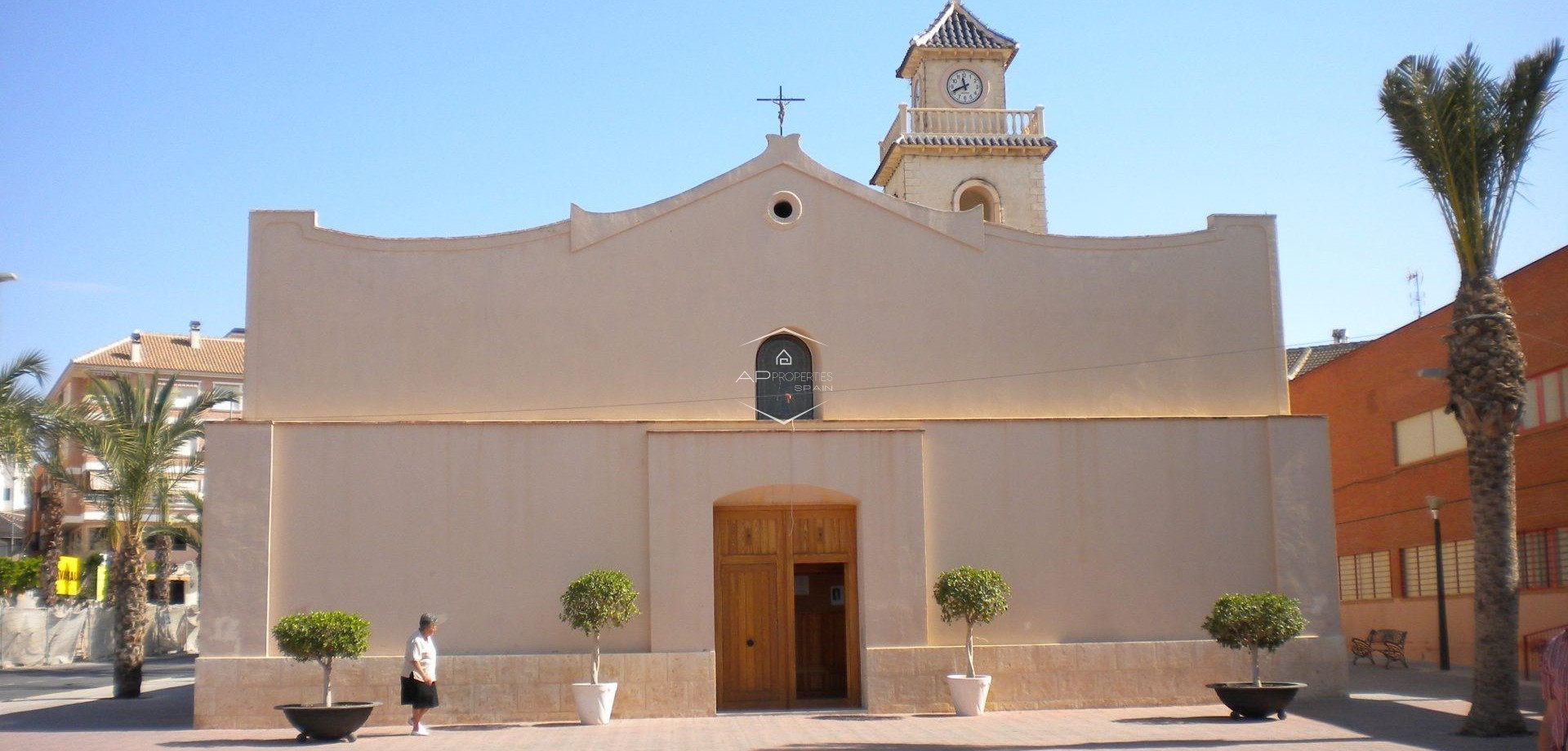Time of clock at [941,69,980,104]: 11:41
